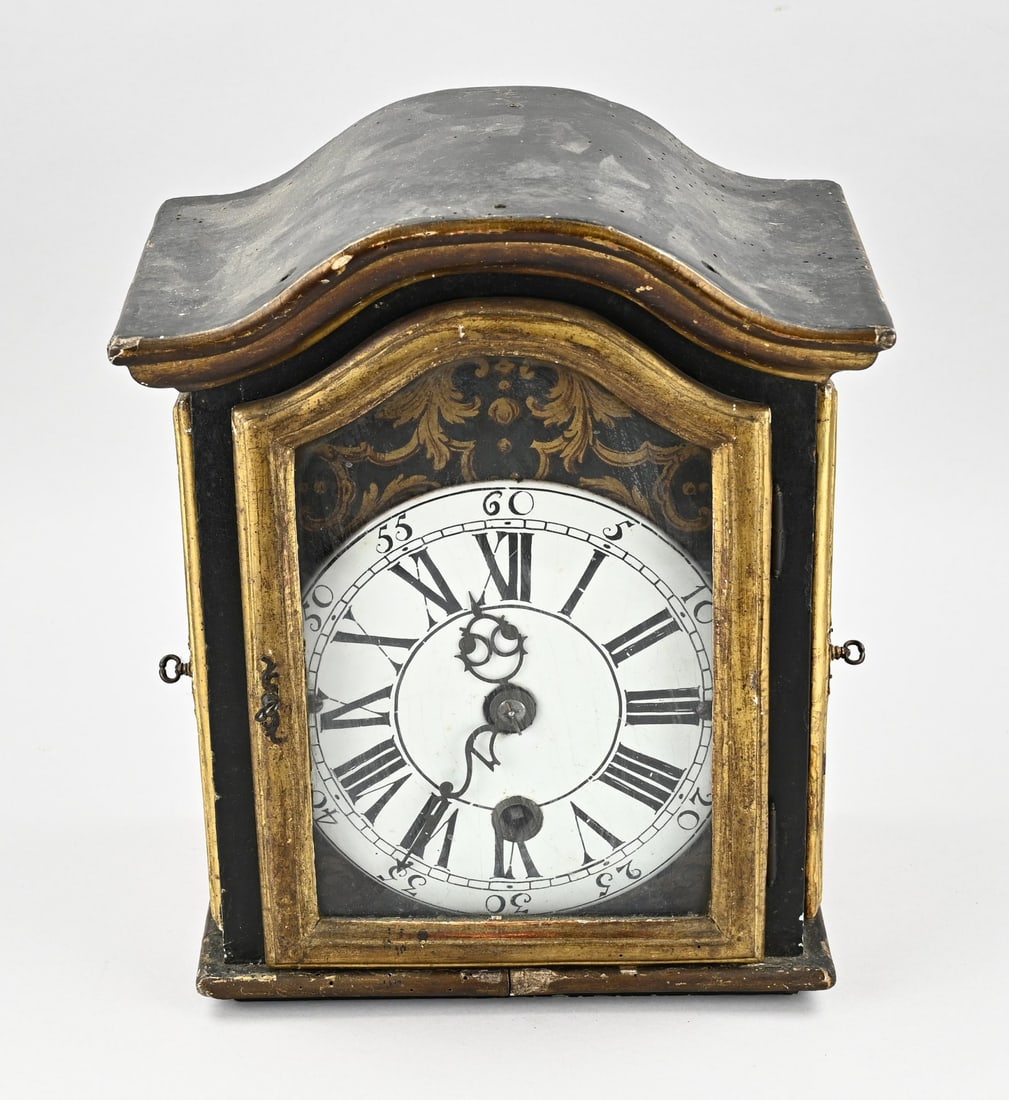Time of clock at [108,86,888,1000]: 11:35
